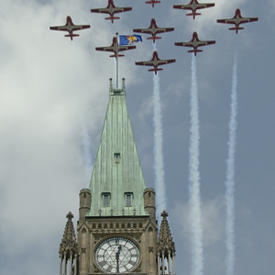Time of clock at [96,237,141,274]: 12:29
